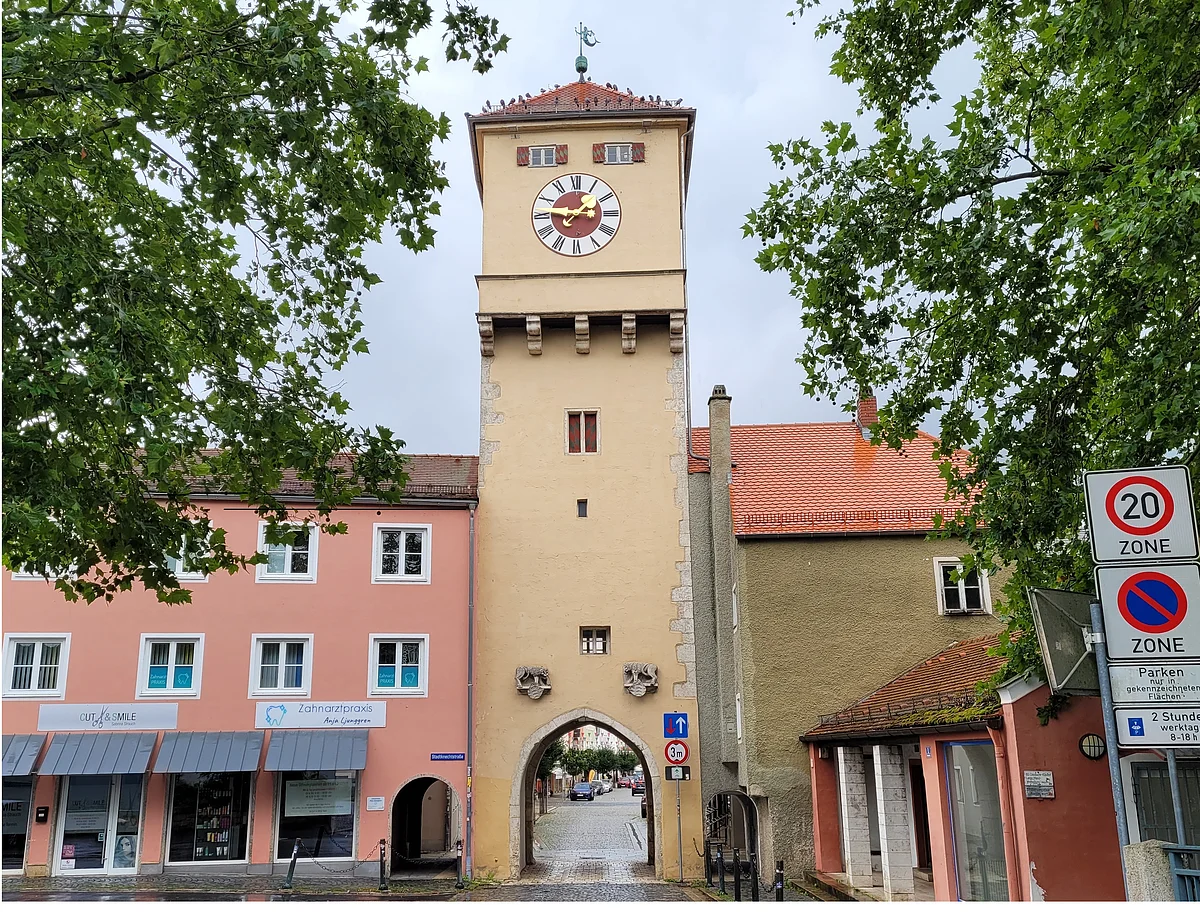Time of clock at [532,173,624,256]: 1:46
